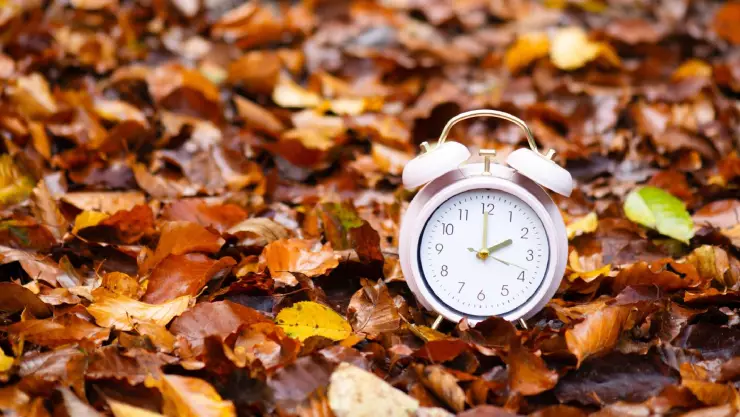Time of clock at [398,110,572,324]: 2:00
